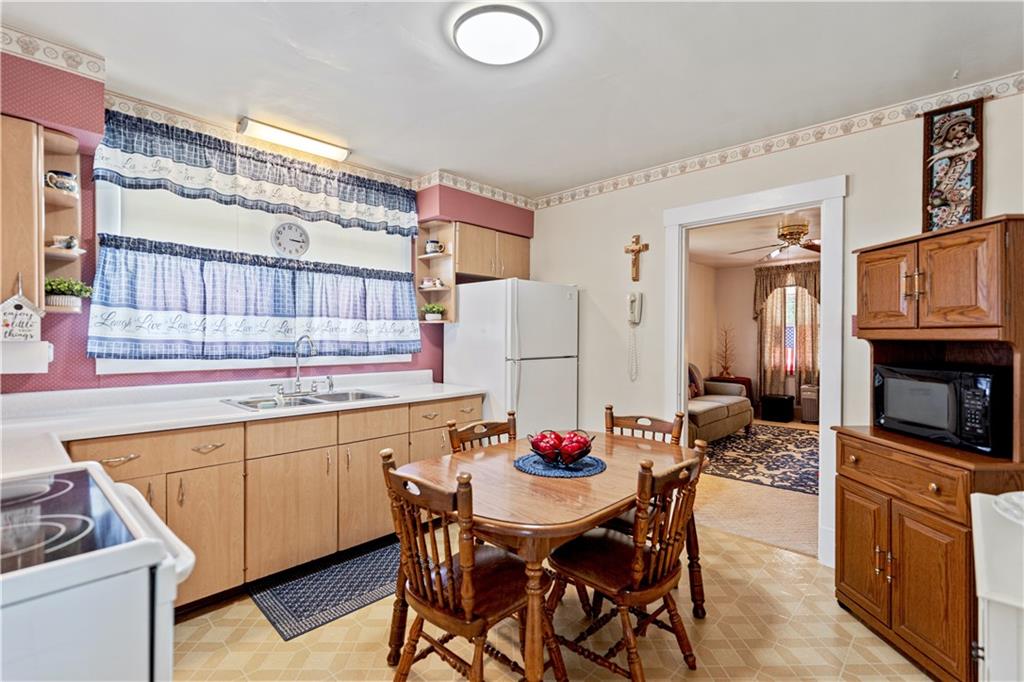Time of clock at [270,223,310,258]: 3:15
